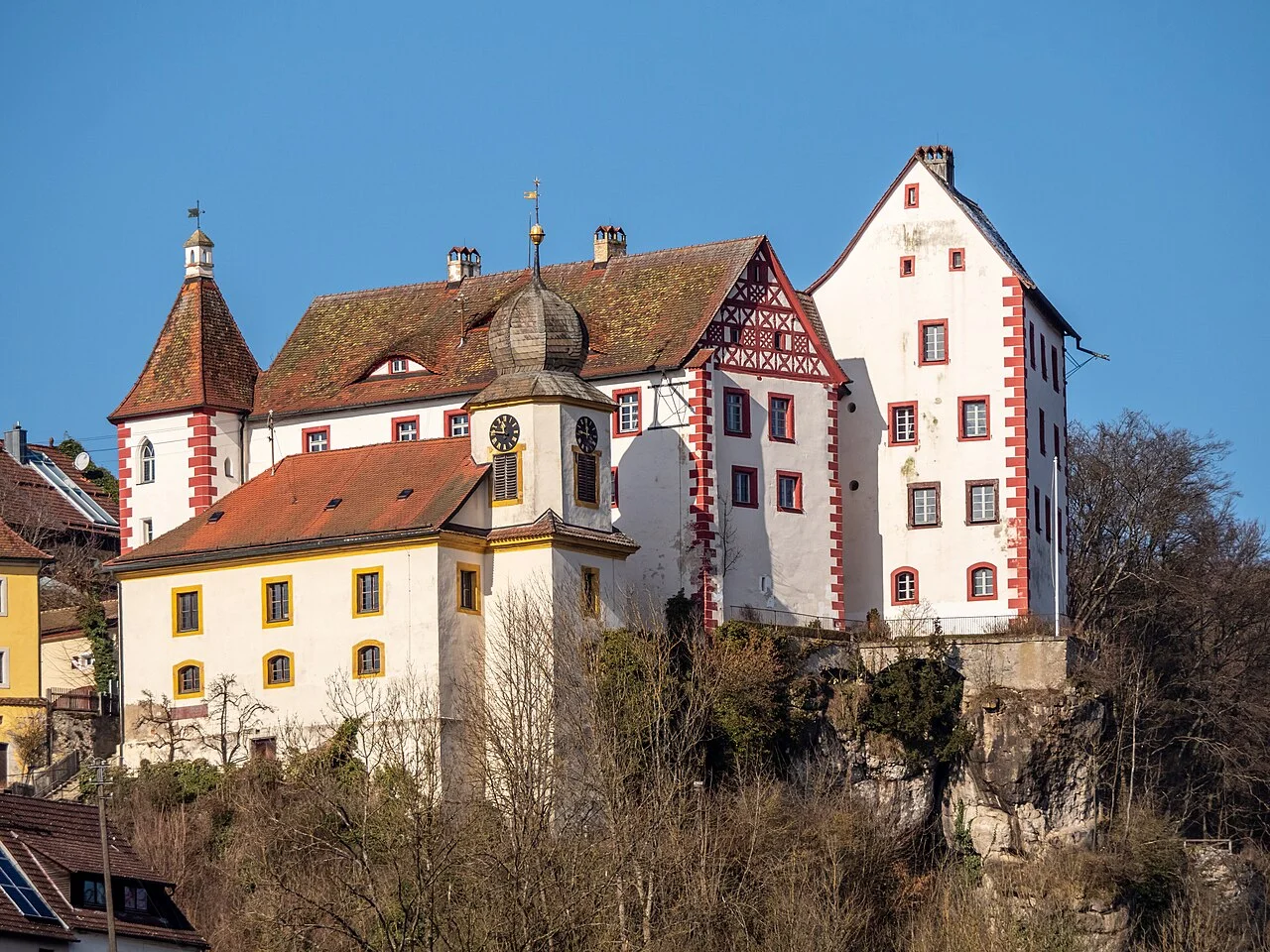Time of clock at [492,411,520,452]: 11:46
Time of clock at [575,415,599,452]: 11:46
